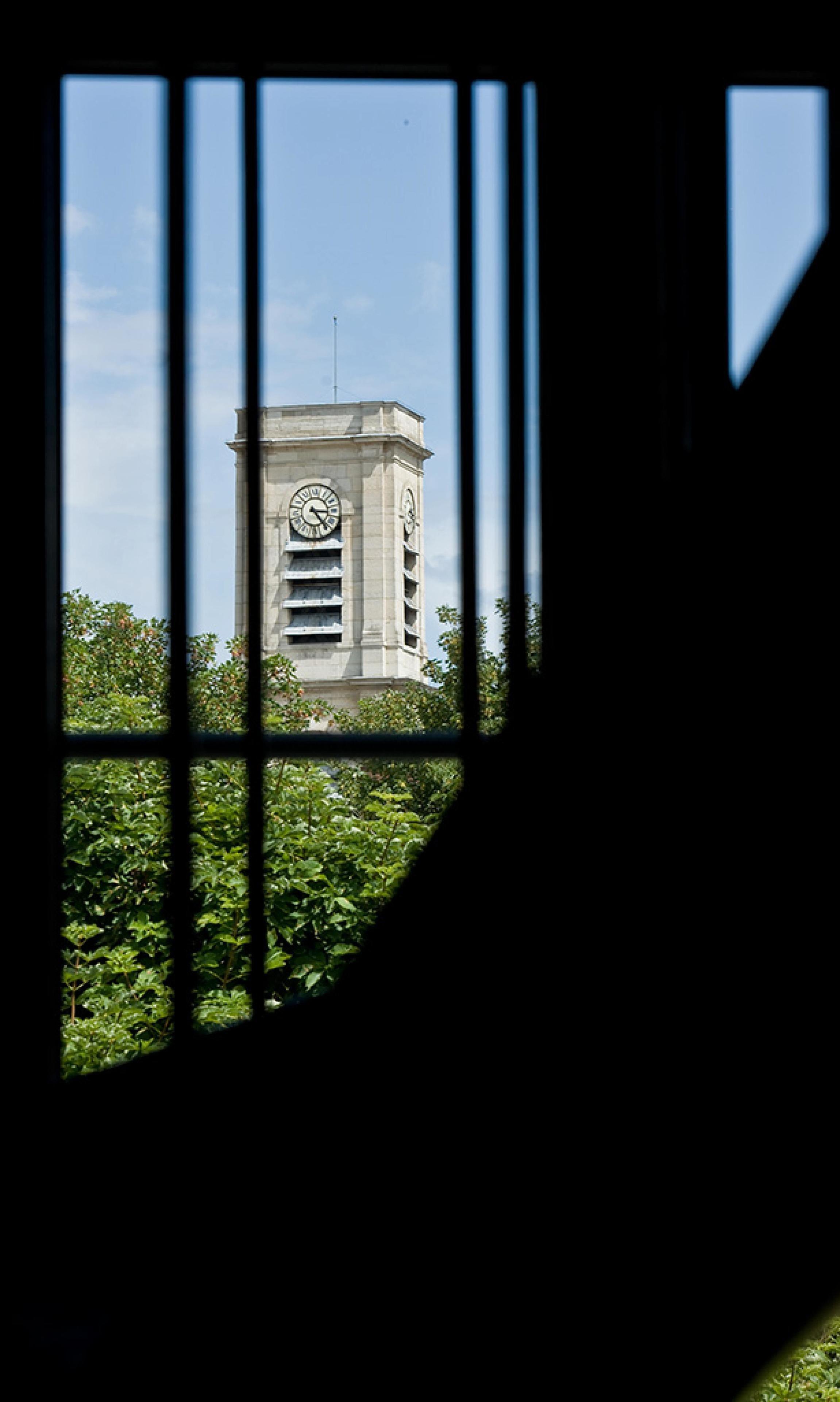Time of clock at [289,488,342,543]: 3:23
